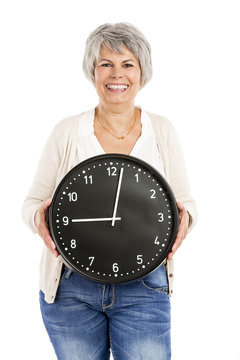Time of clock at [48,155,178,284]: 9:01
